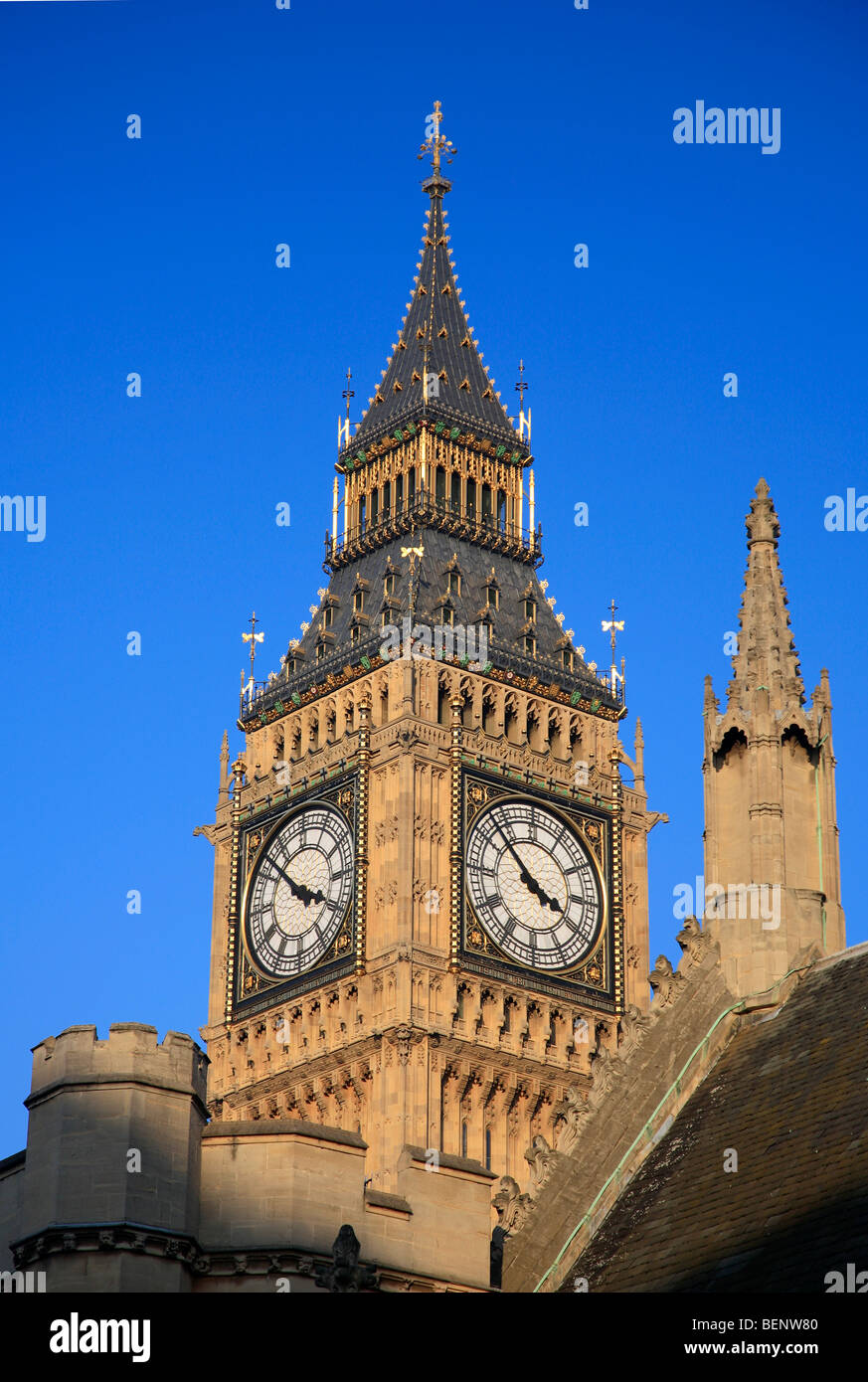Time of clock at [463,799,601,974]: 3:52
